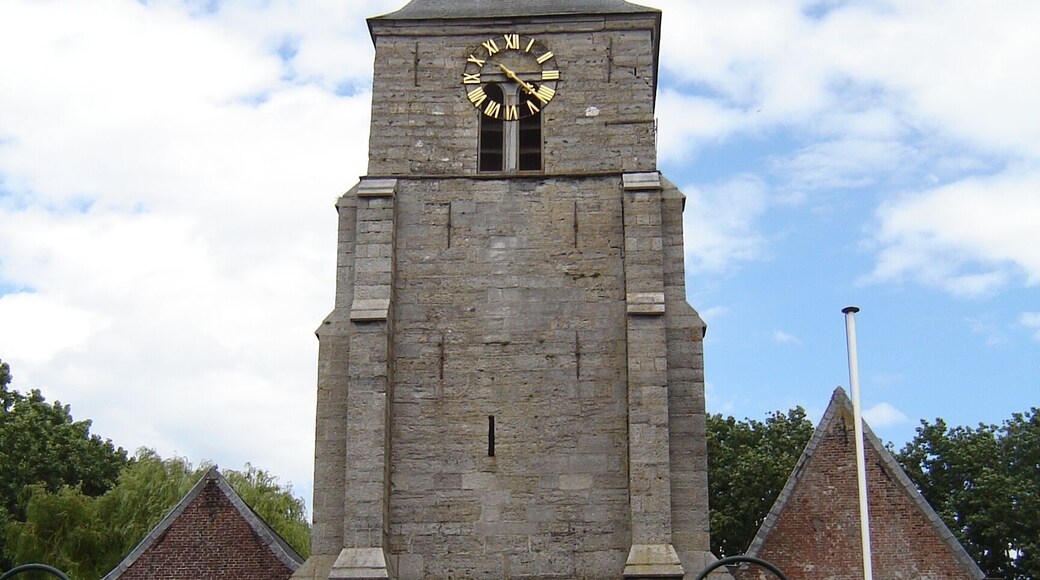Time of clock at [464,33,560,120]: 4:14
